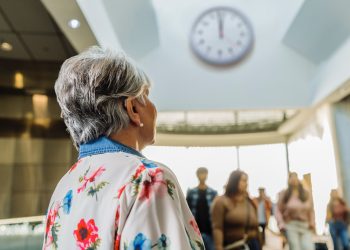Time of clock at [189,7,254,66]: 11:58
